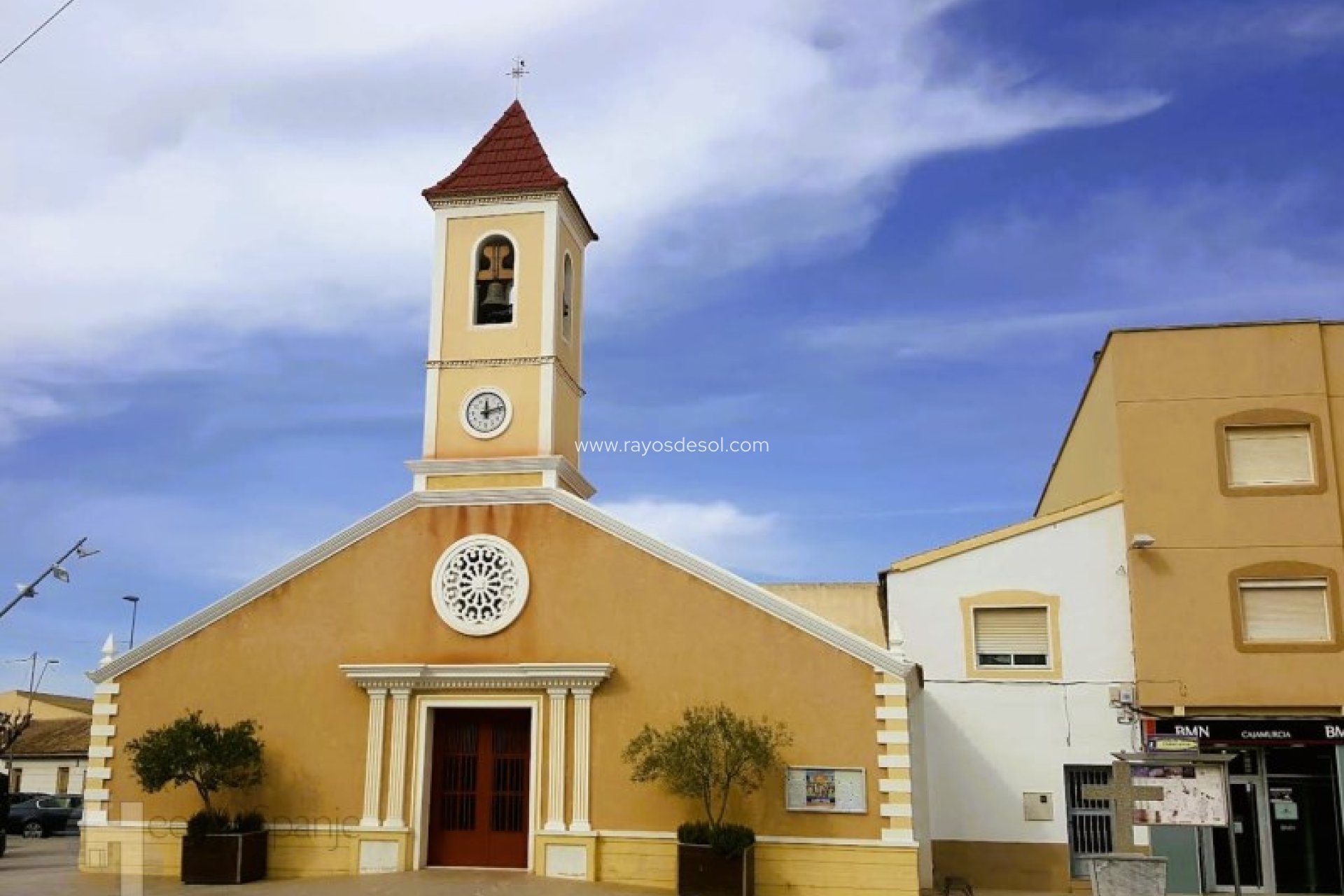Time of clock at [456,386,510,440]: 12:12
